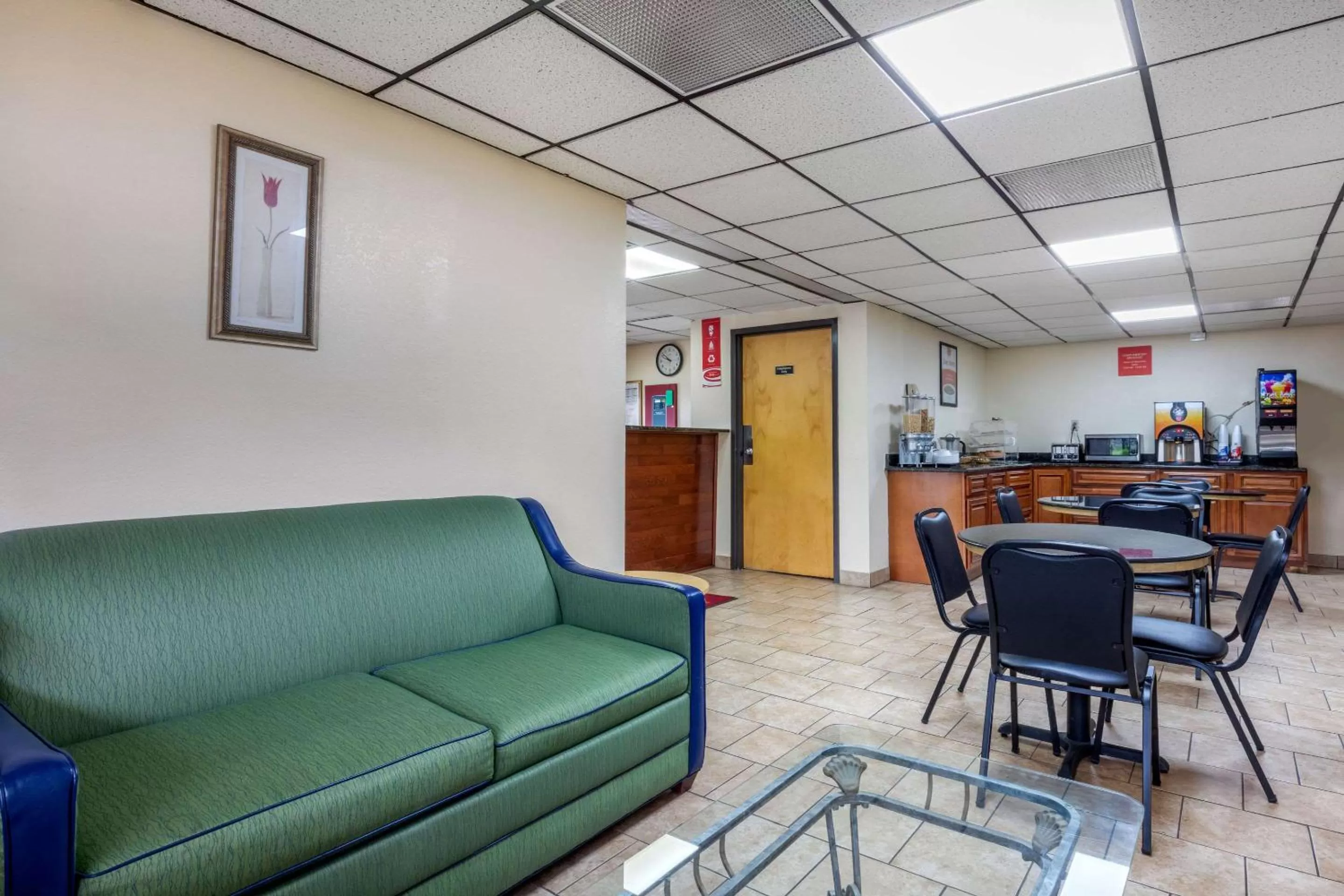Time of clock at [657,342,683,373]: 9:51
